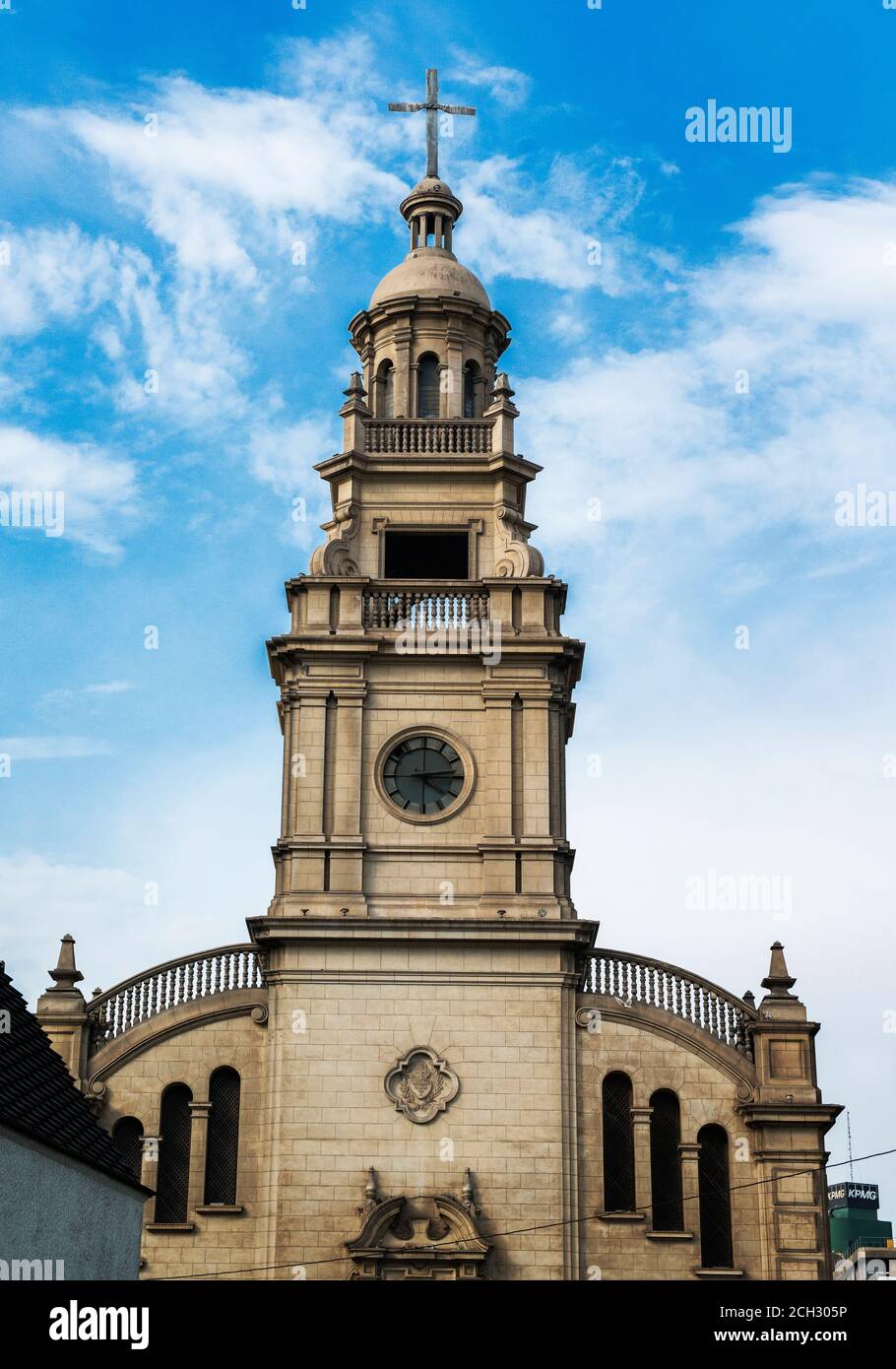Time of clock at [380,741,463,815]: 4:13
